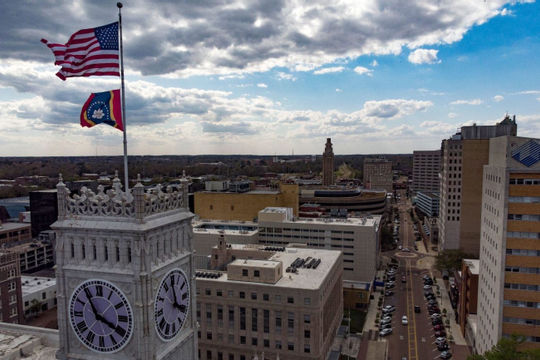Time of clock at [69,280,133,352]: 3:54
